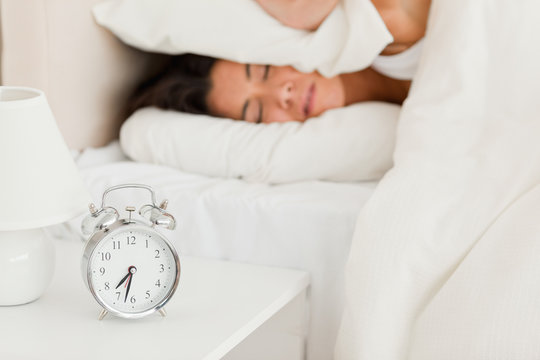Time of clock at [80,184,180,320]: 7:32
